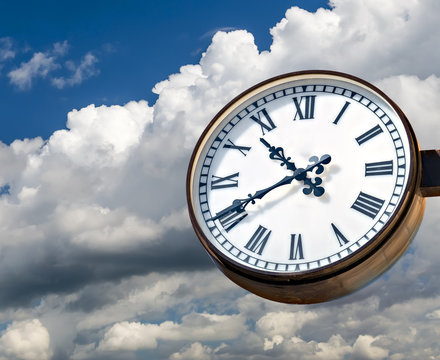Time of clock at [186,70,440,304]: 10:40
